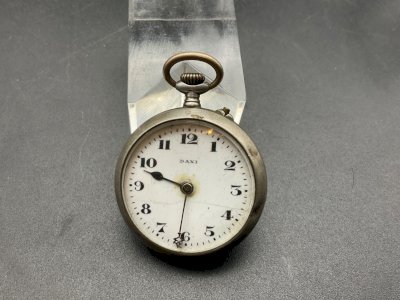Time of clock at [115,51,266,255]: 9:48
